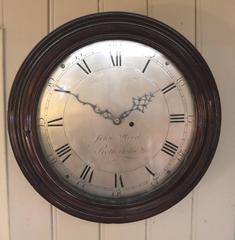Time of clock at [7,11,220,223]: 1:50
